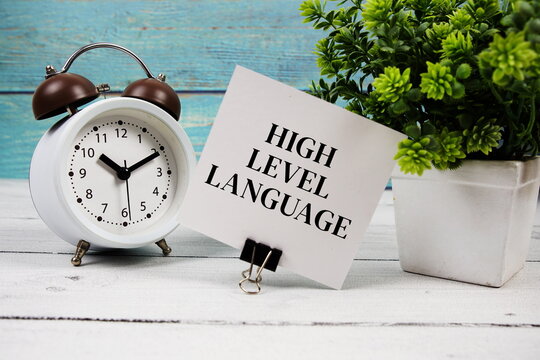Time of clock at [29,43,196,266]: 10:10
